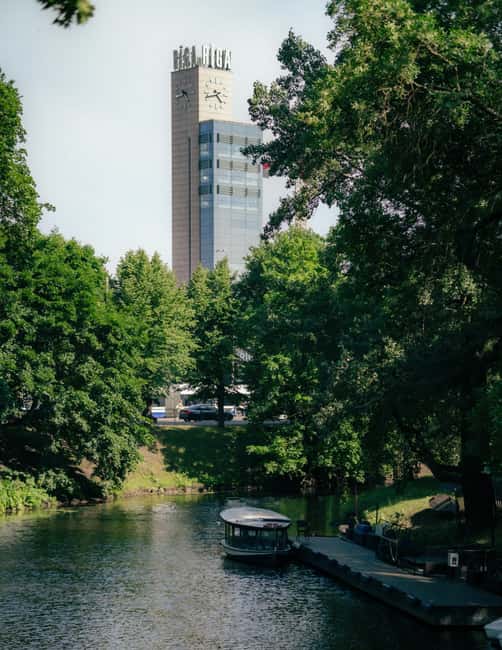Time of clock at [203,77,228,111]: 4:42
